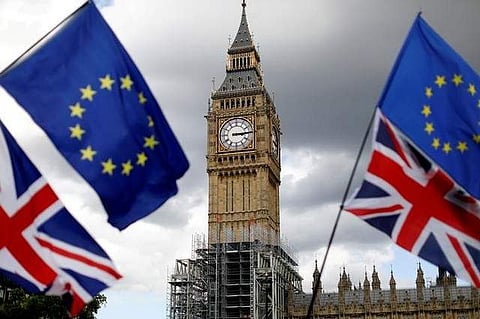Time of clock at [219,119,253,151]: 3:14
